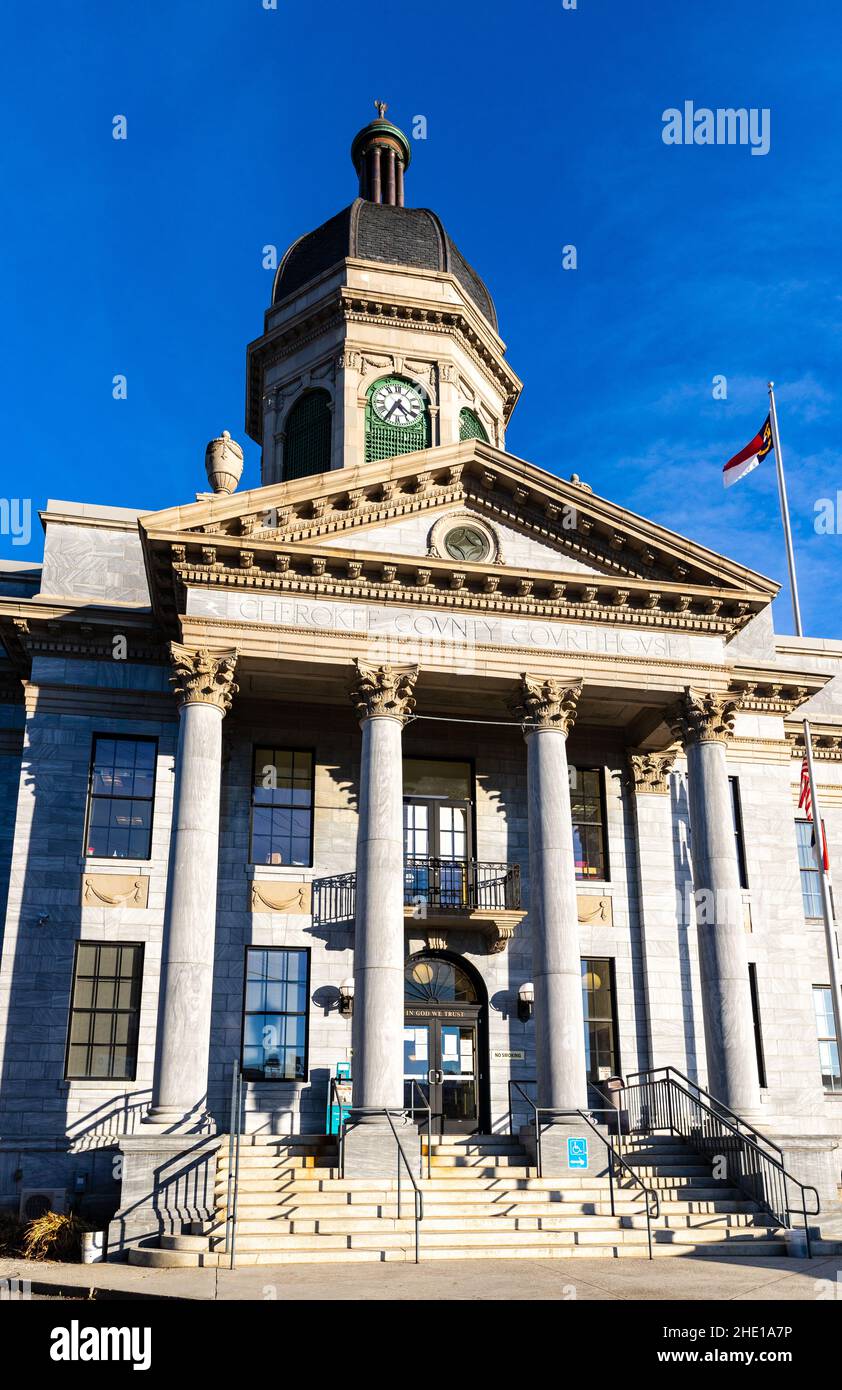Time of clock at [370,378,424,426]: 4:35
